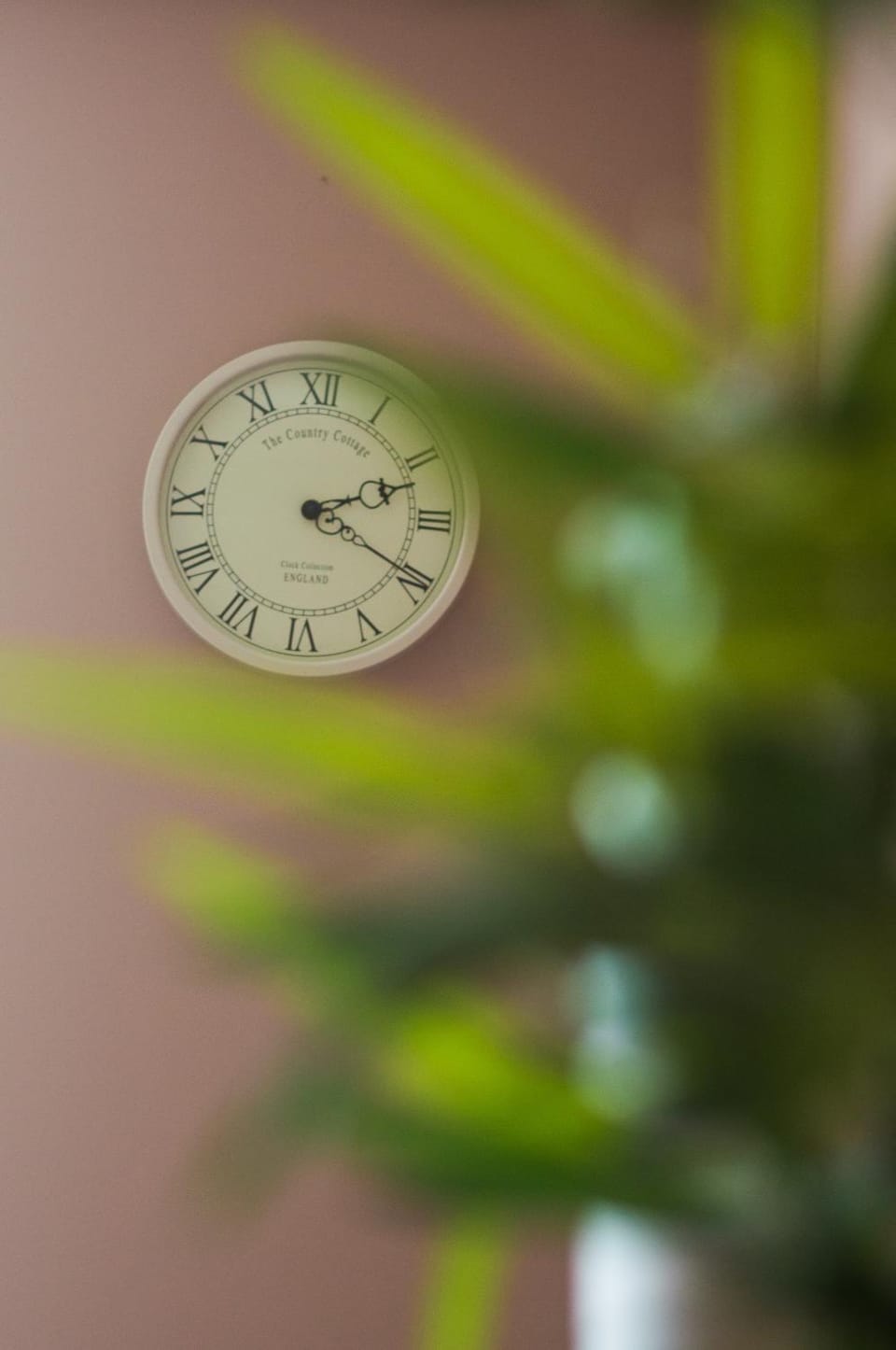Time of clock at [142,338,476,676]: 2:19
